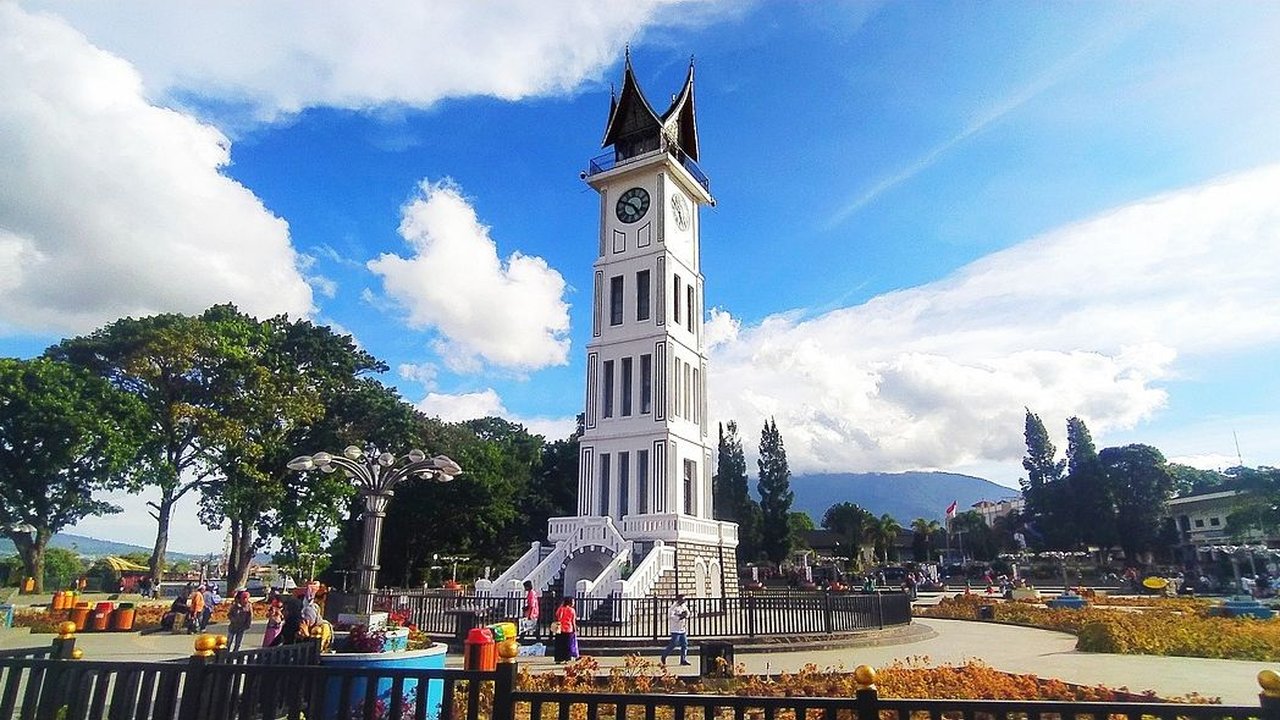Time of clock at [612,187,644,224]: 4:49
